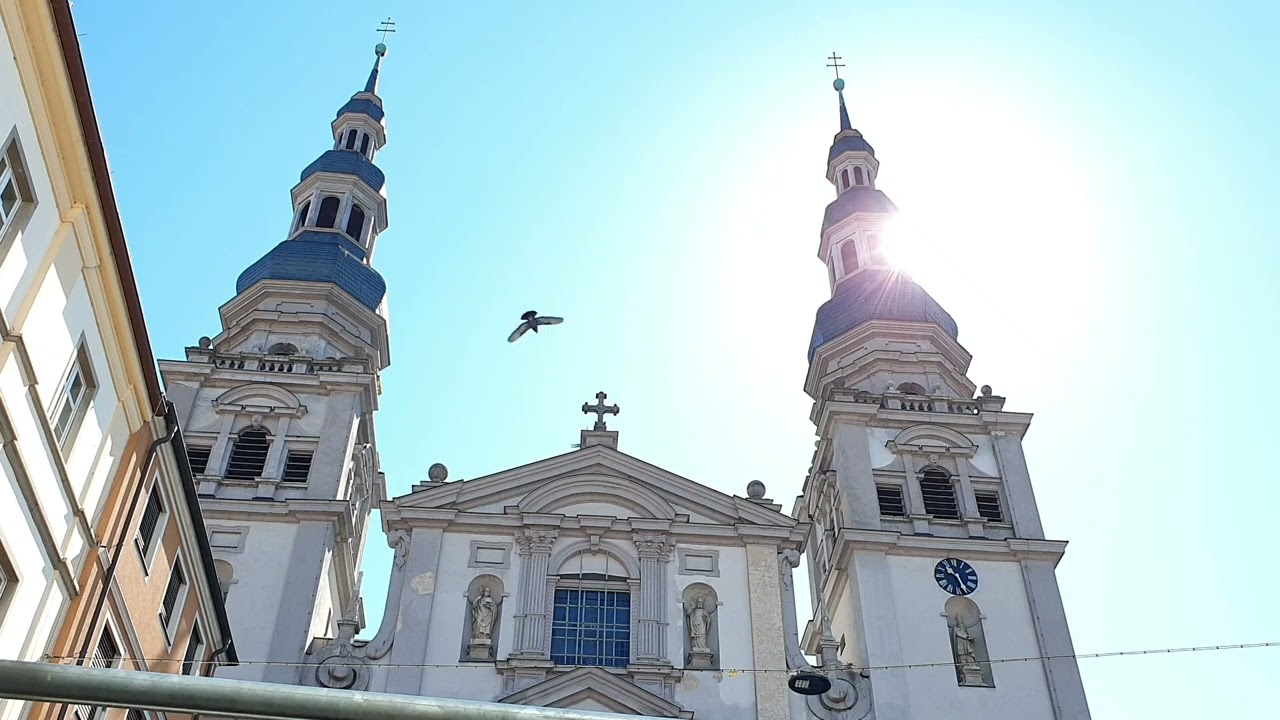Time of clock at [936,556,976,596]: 10:26
